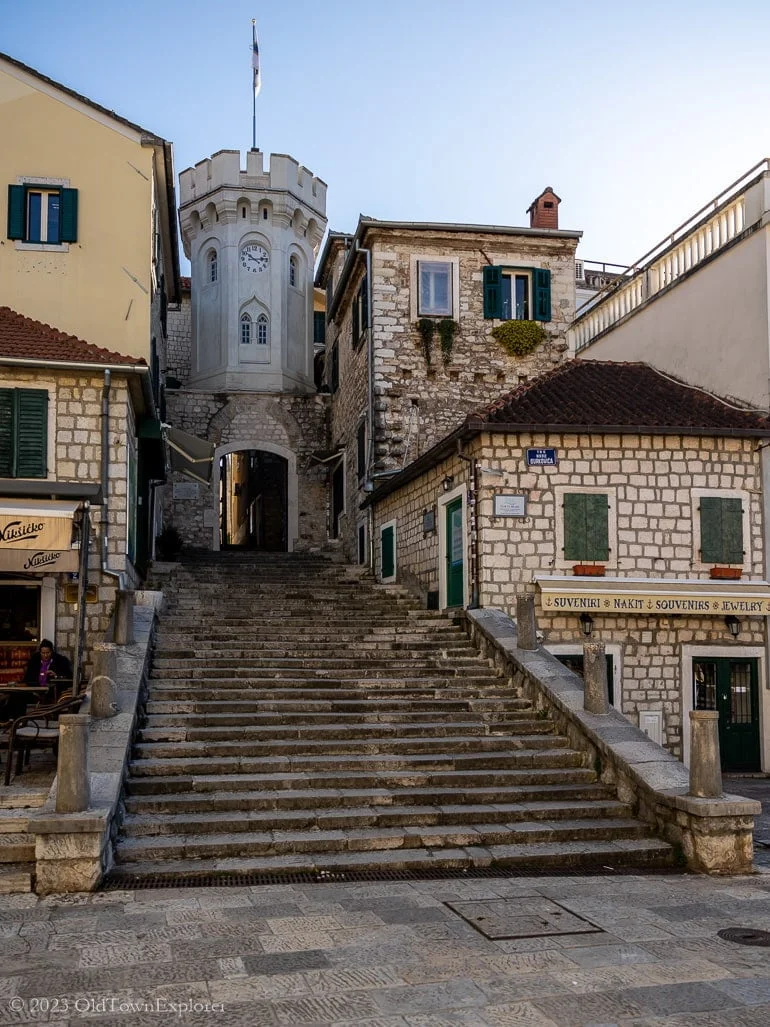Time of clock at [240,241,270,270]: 10:13
